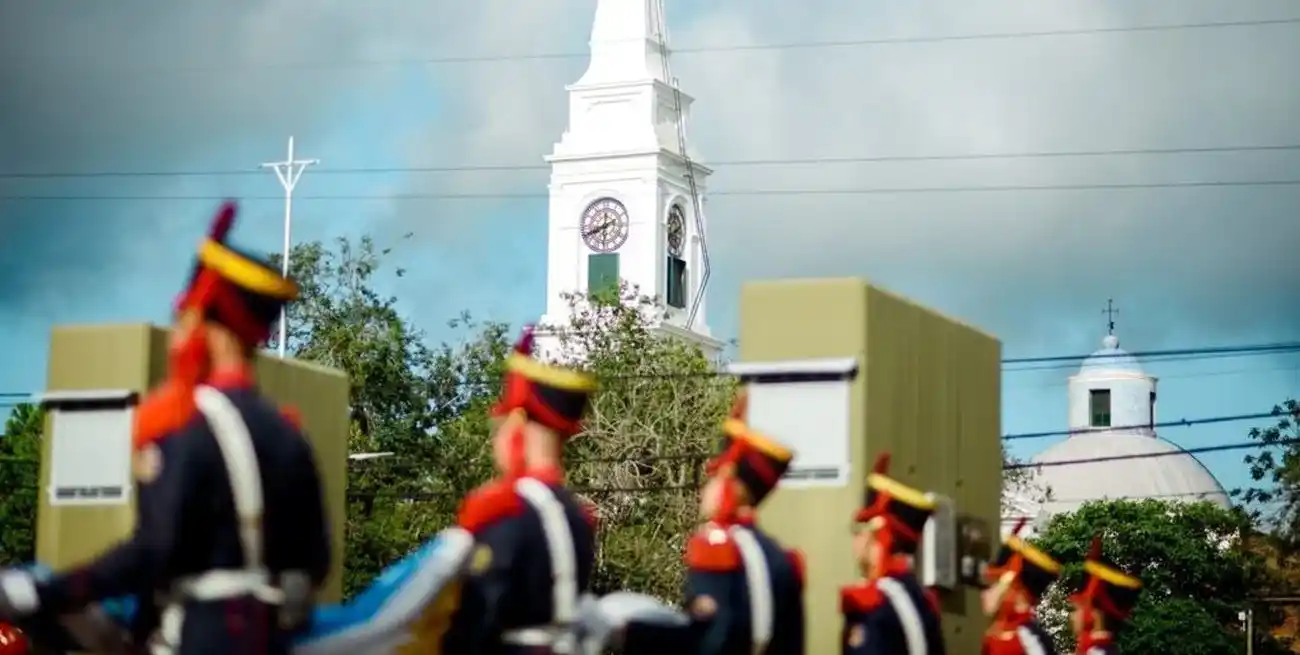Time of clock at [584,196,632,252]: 11:40
